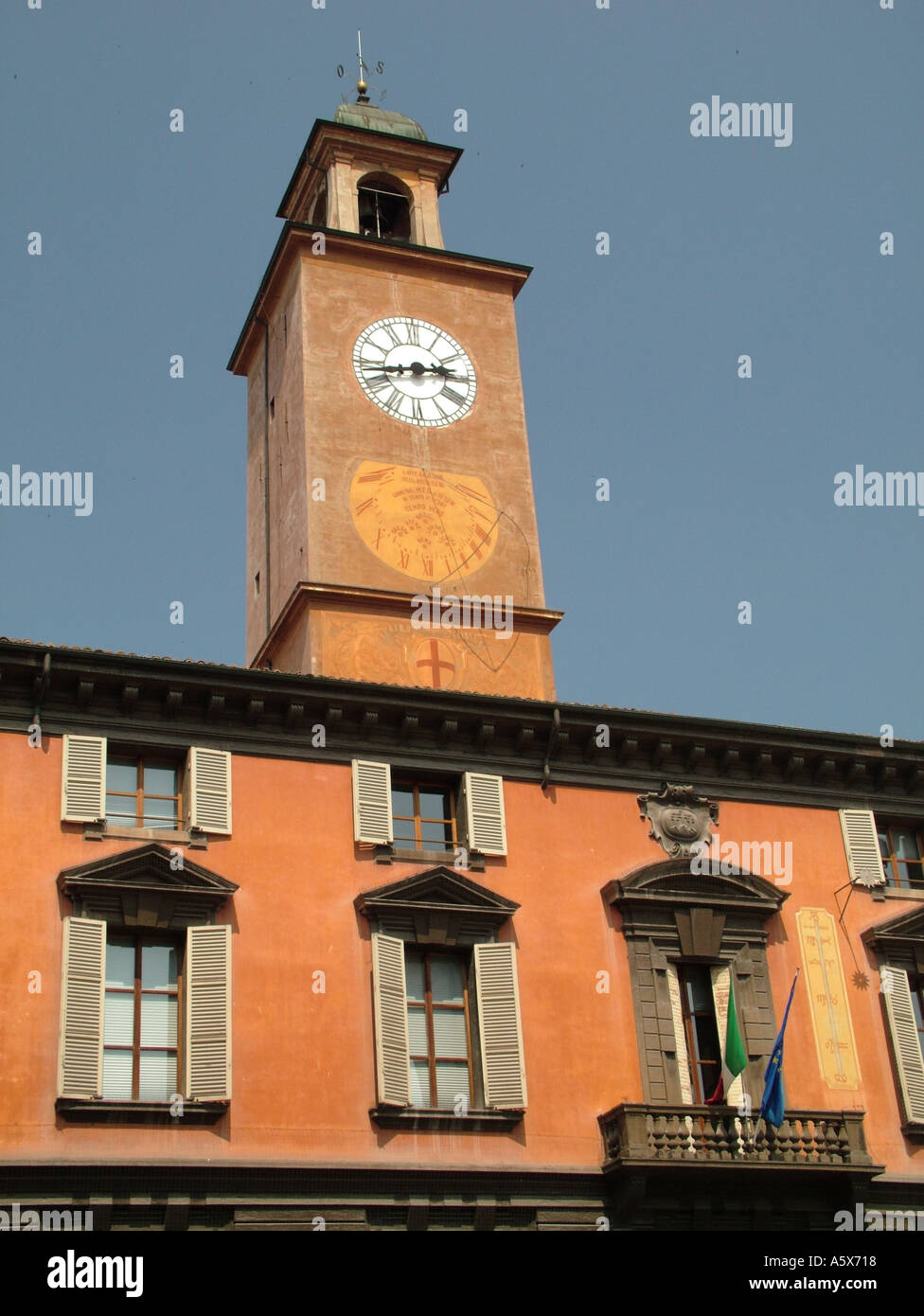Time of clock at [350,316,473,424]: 2:43
